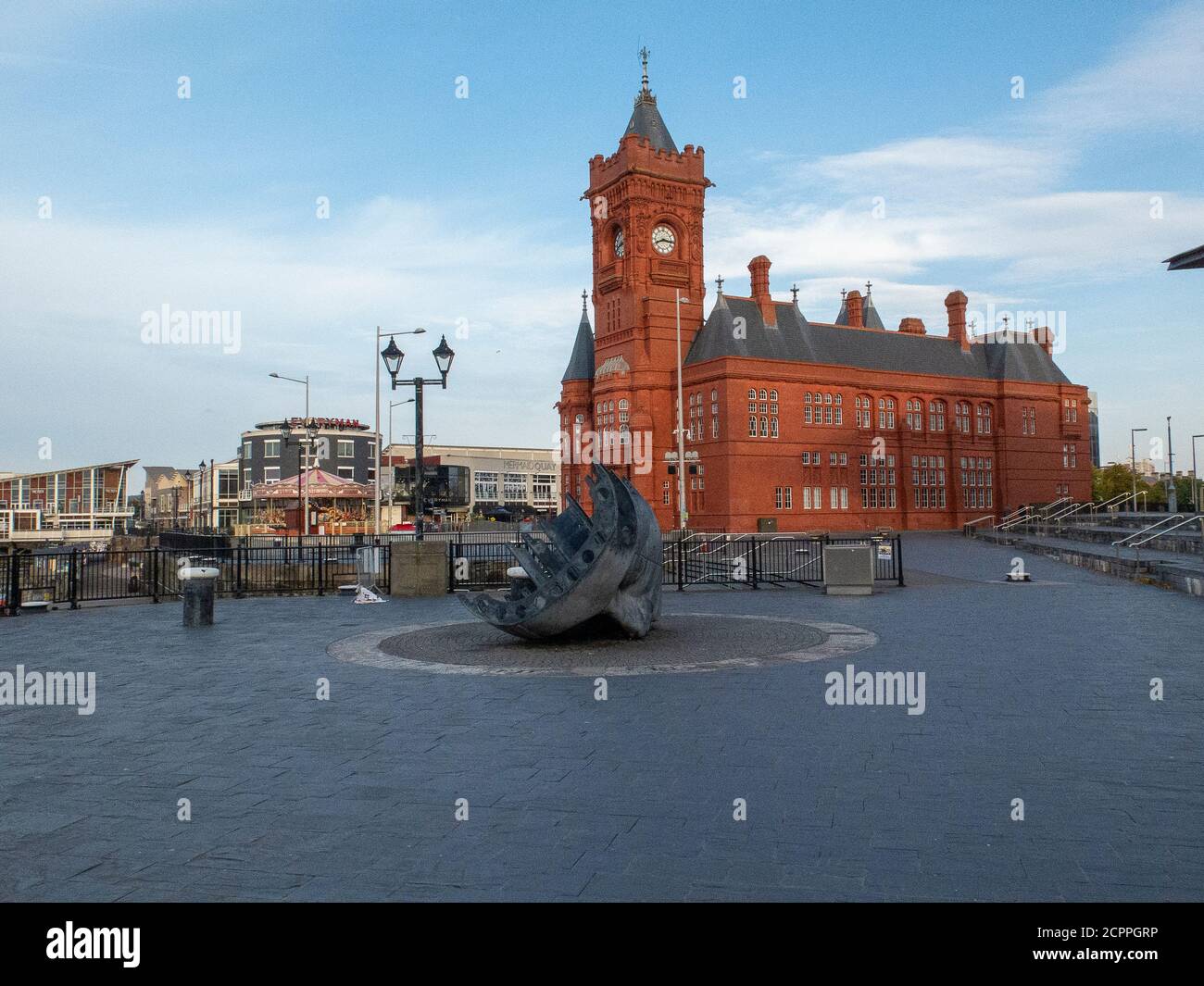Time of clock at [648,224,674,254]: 8:16
